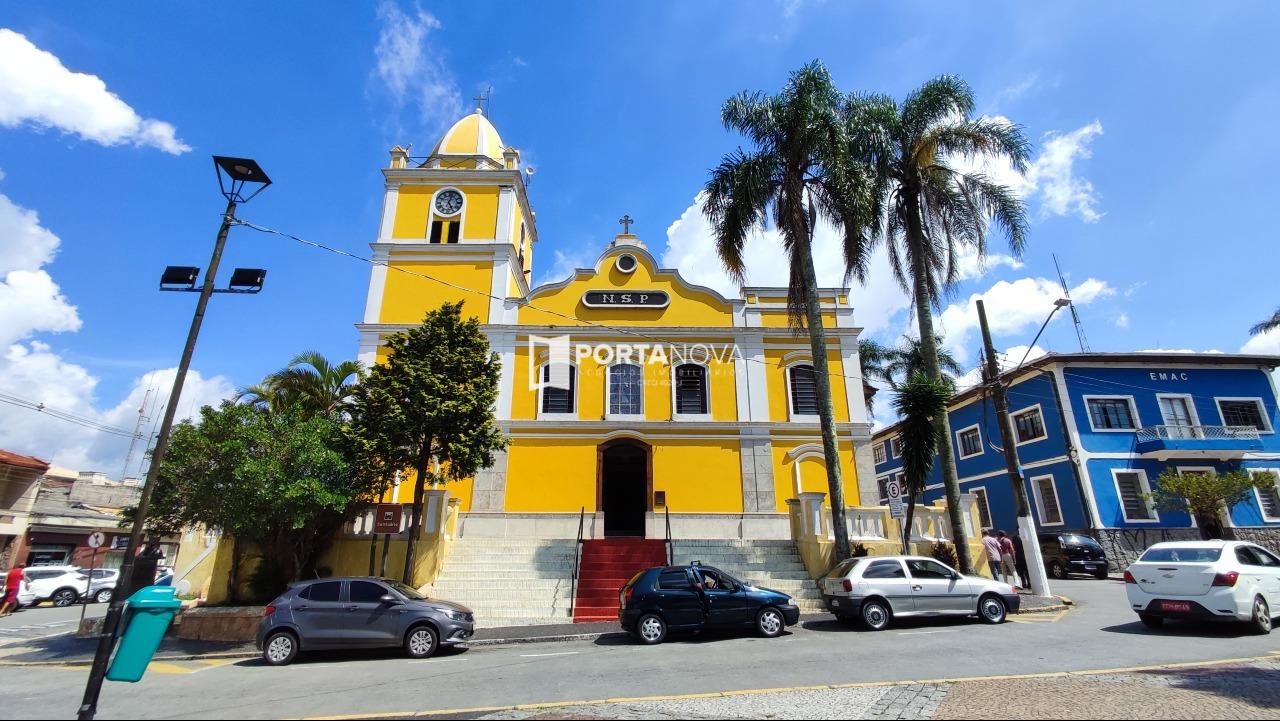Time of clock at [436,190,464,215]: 5:02
